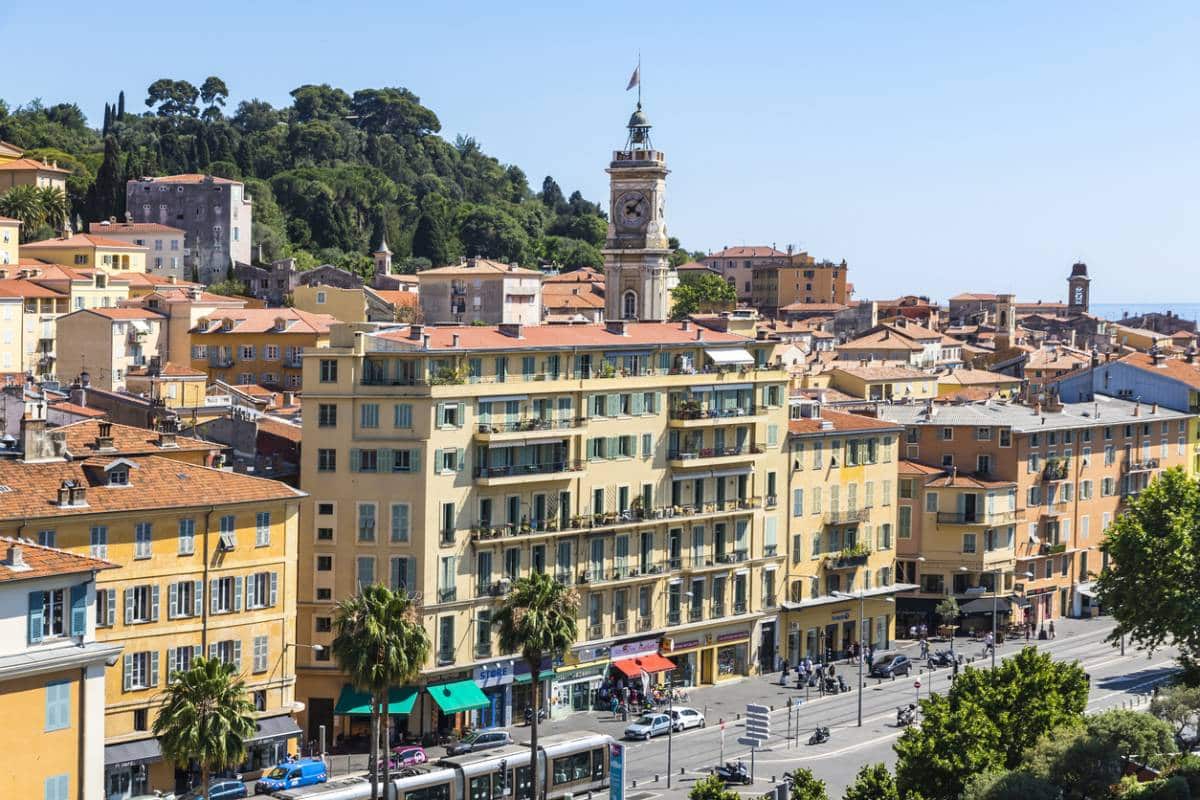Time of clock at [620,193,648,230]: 4:07
